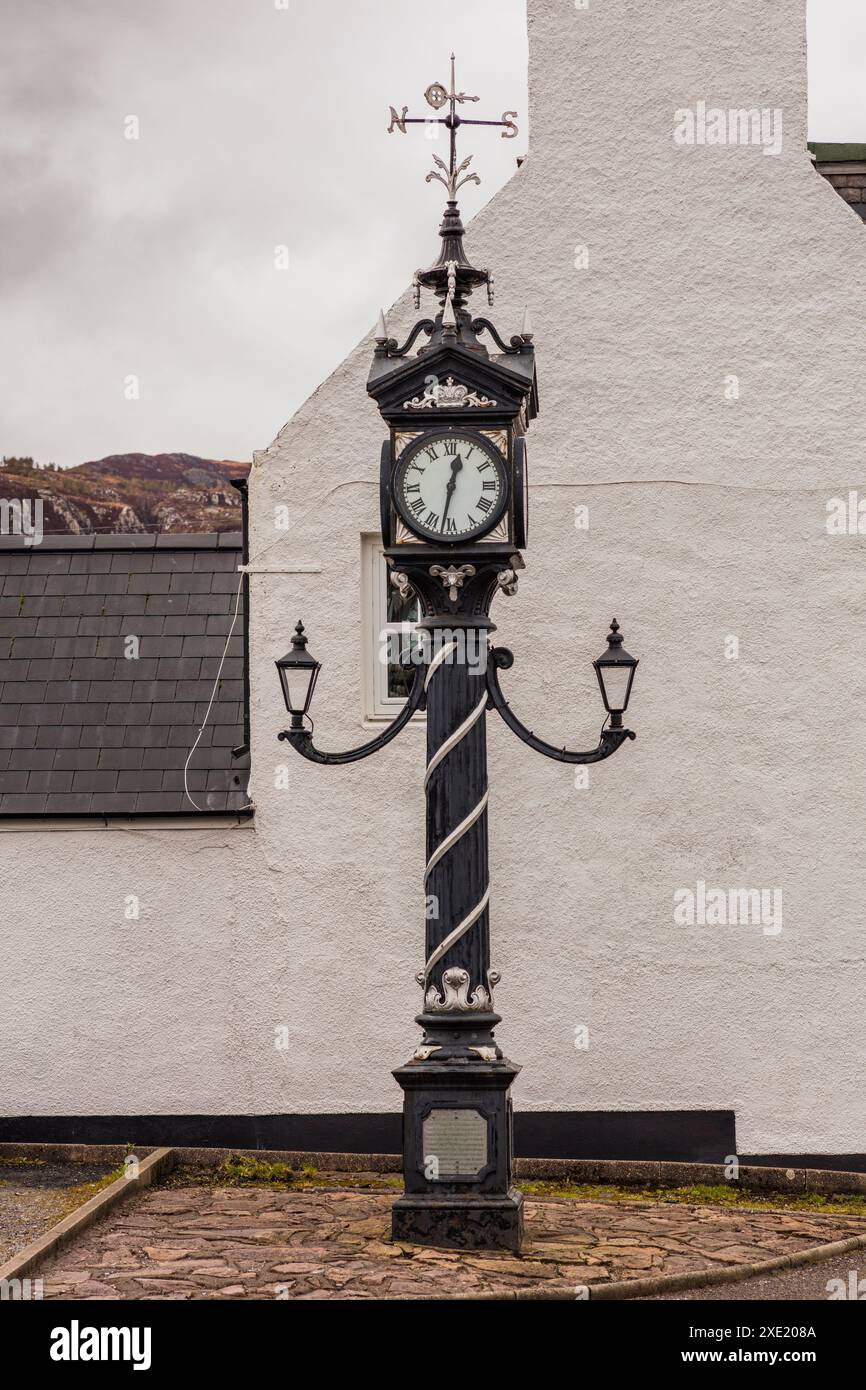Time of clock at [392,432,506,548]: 12:32
